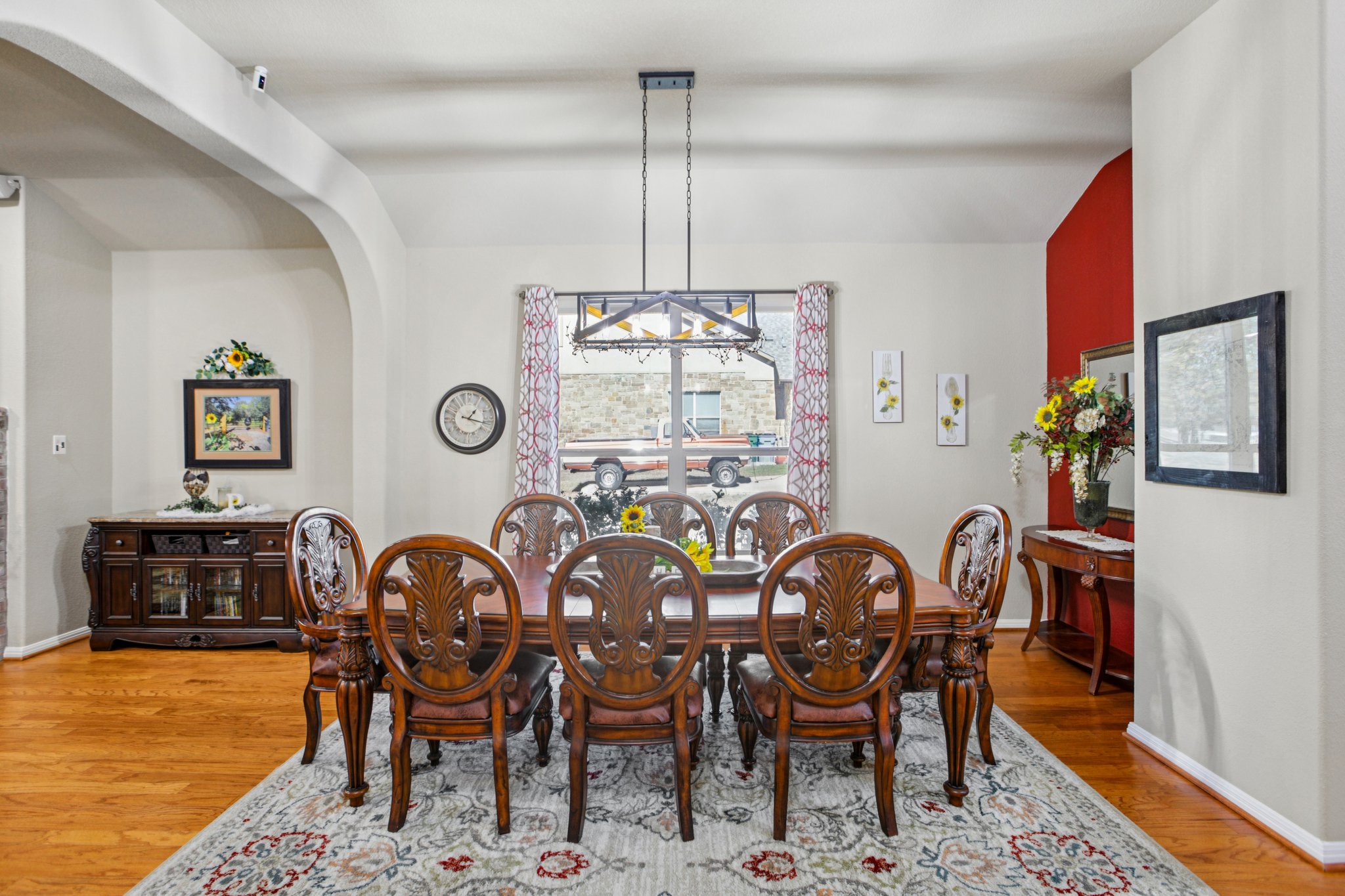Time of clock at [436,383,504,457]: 1:17
